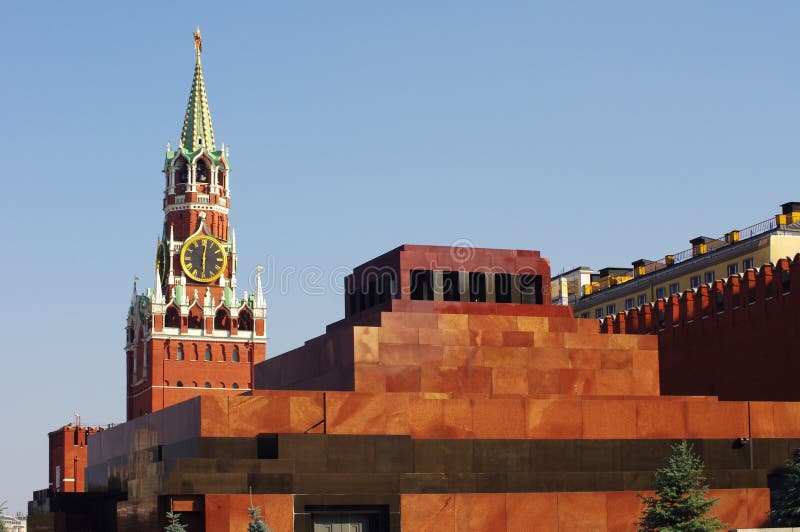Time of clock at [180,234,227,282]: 6:01
